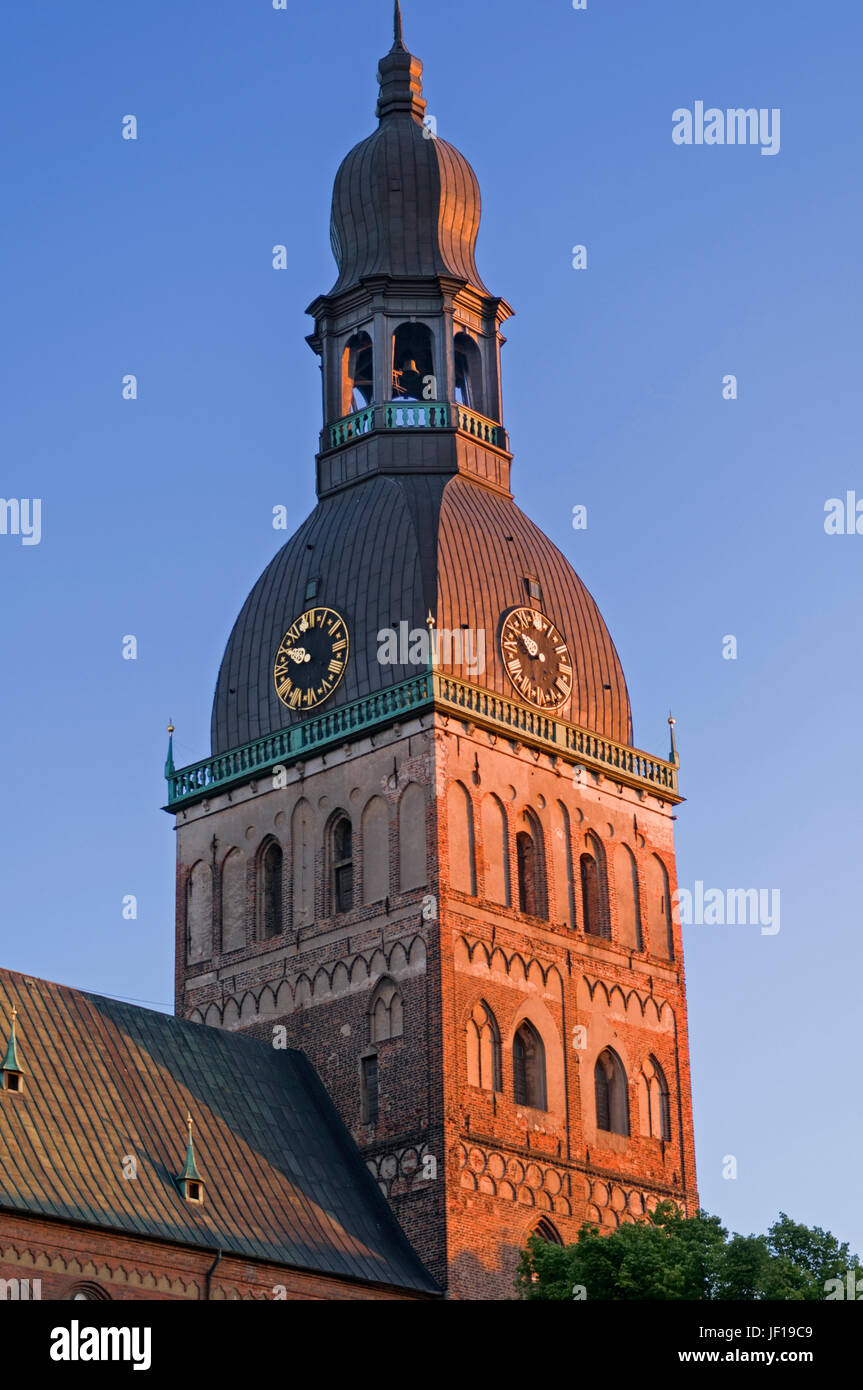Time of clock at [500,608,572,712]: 9:50
